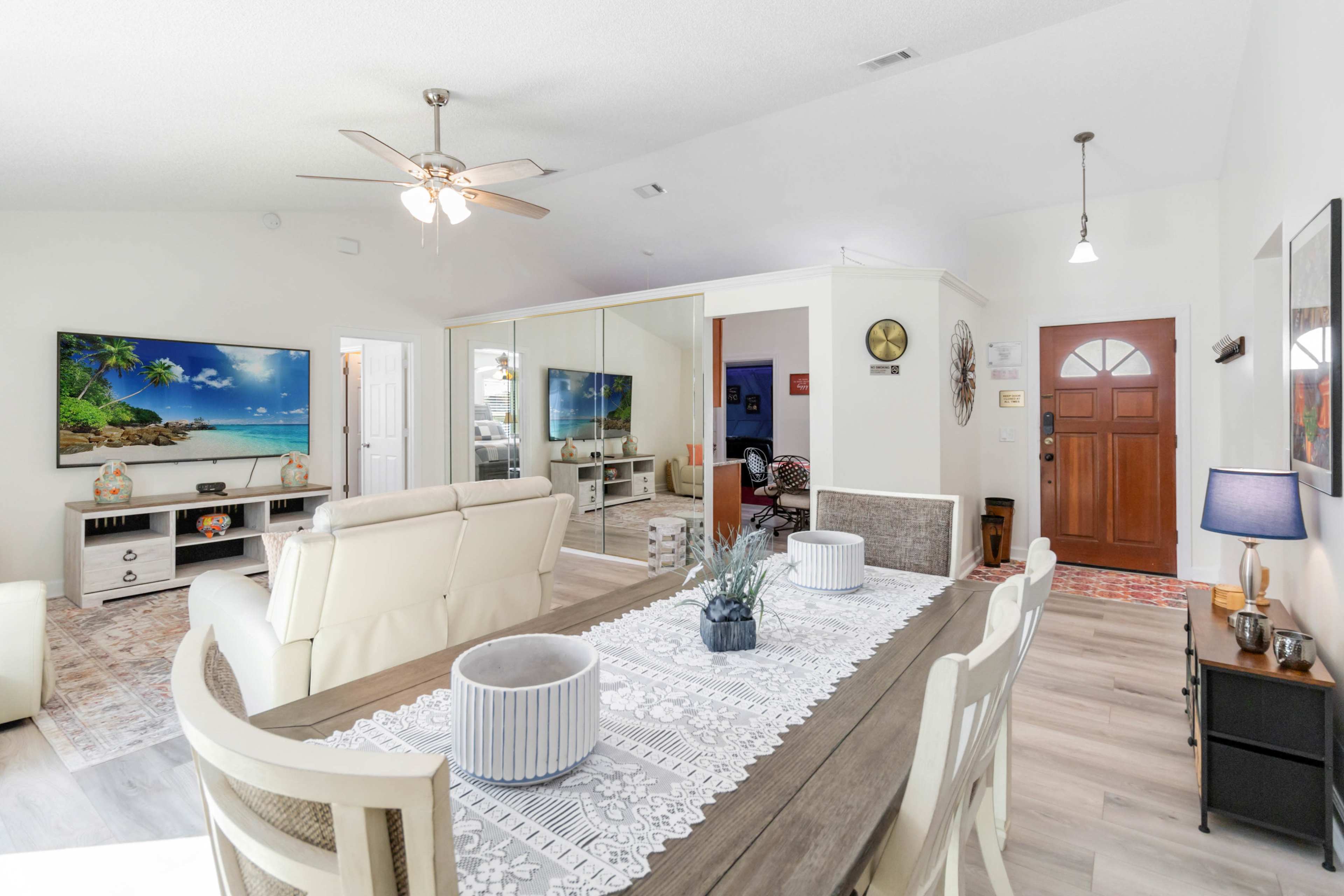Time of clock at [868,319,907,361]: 11:19
